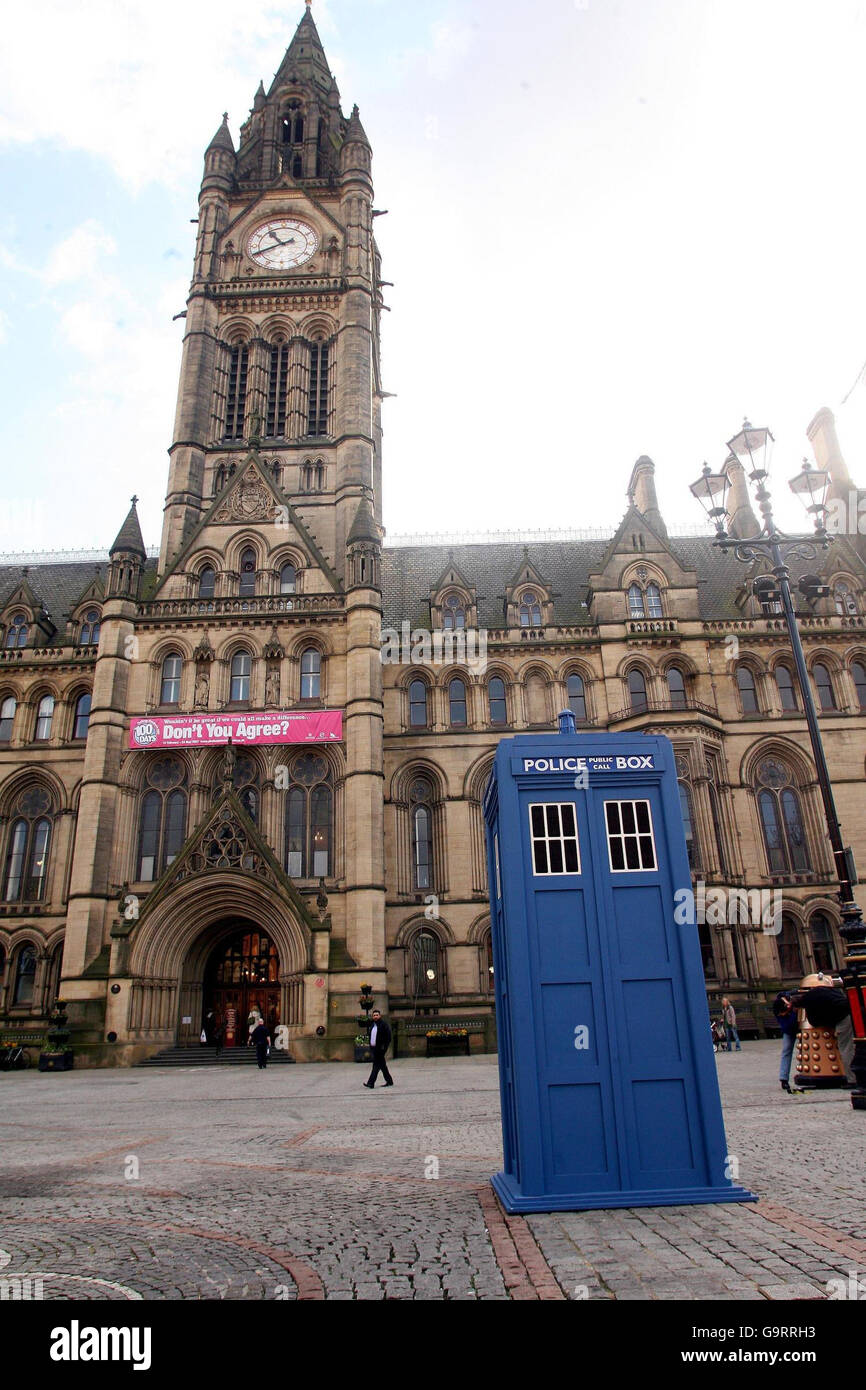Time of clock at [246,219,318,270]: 10:41
